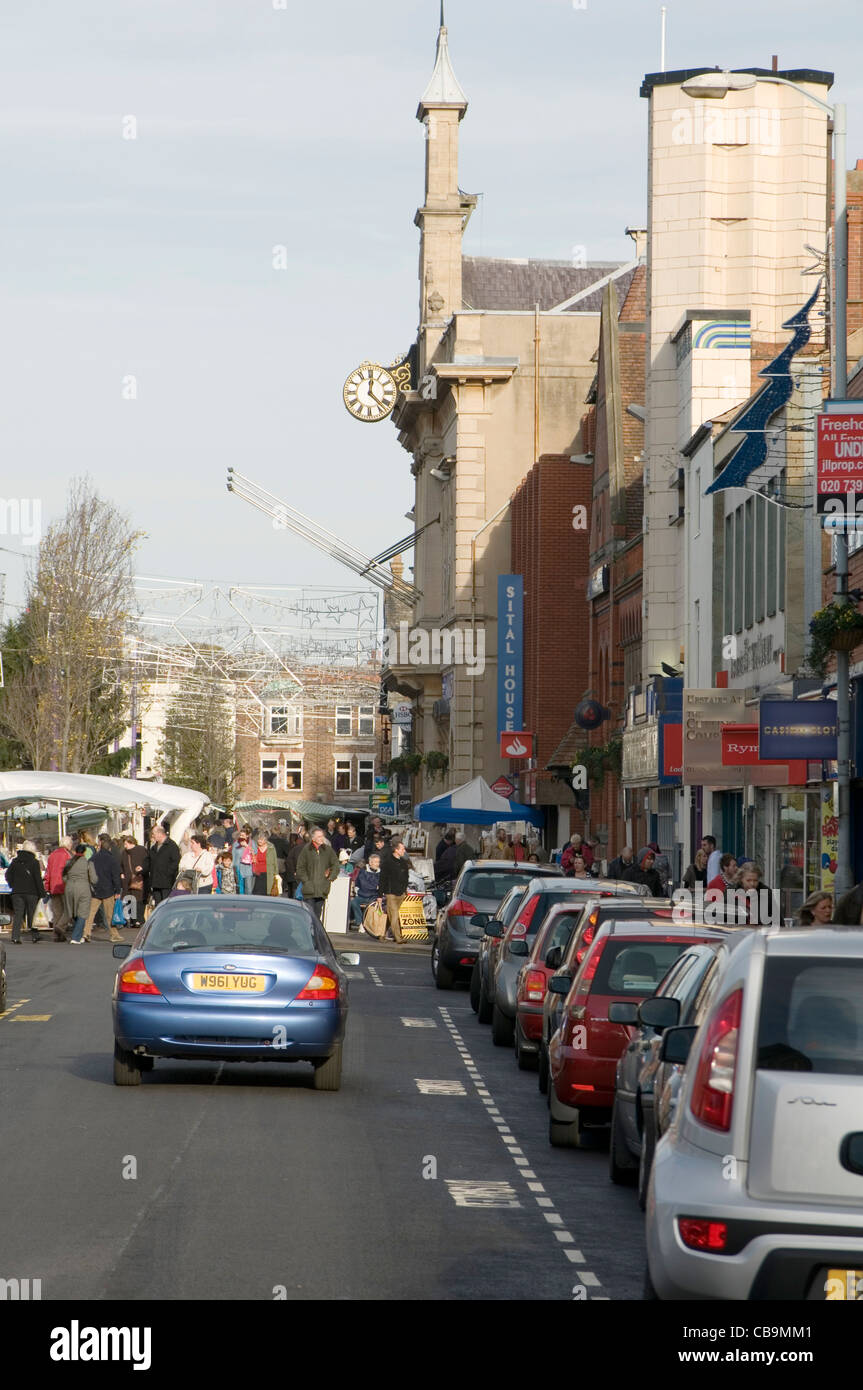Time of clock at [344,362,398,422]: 12:22
